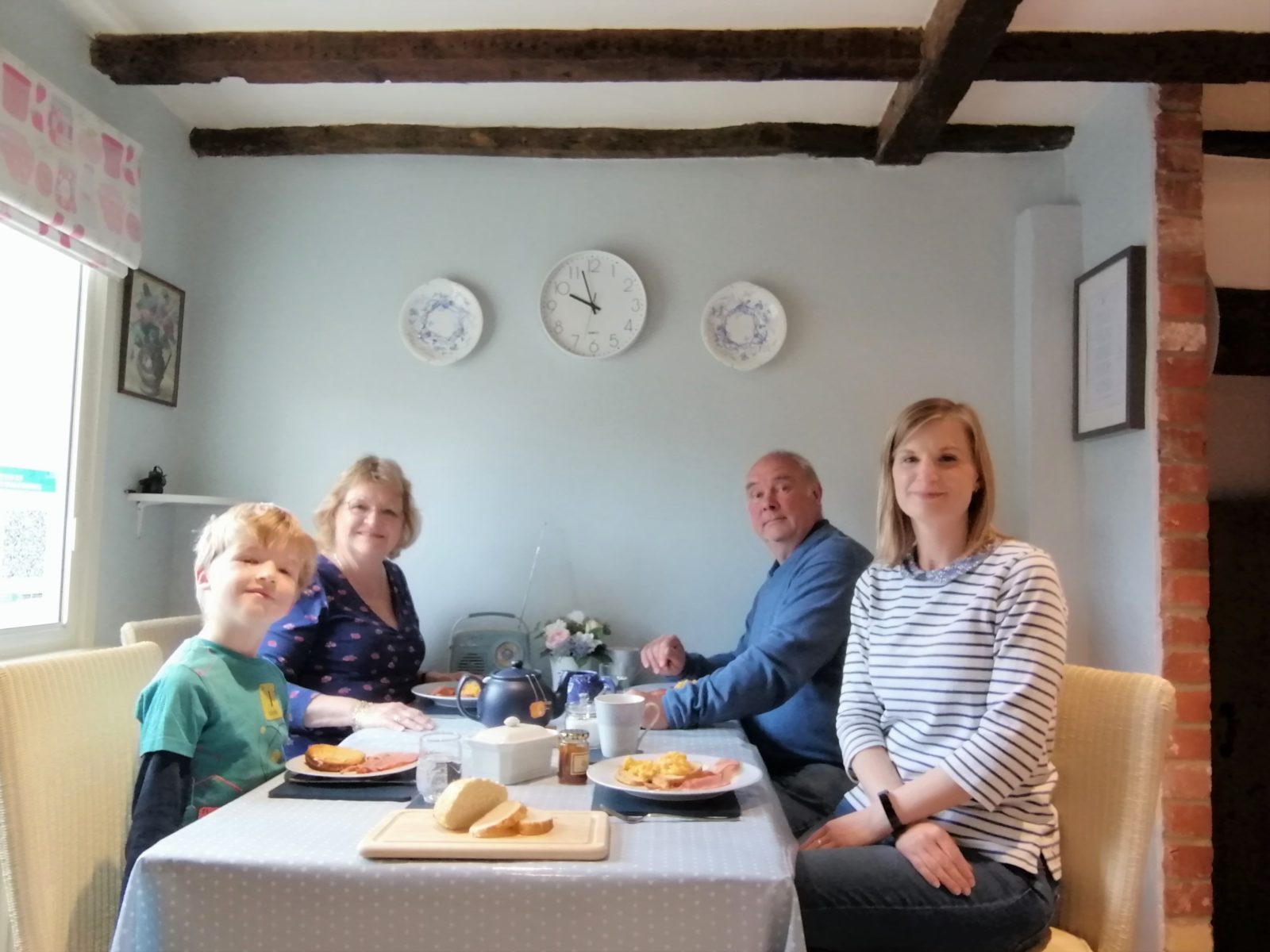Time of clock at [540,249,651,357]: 9:57
